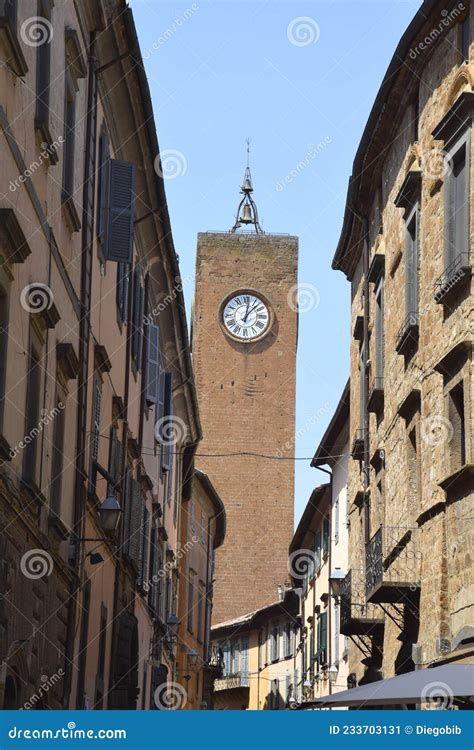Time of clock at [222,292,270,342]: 12:07
